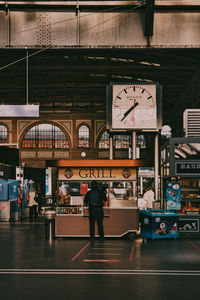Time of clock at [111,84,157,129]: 7:37
